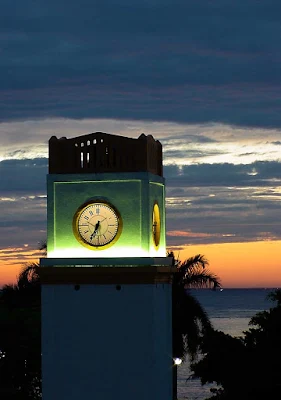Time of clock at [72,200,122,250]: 6:34
